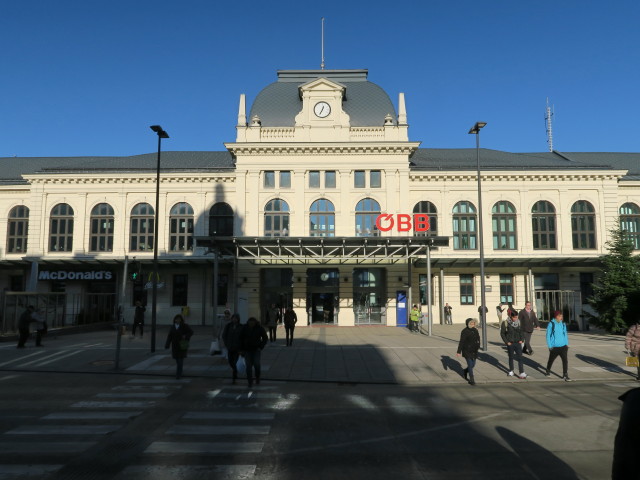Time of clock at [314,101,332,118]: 12:34
